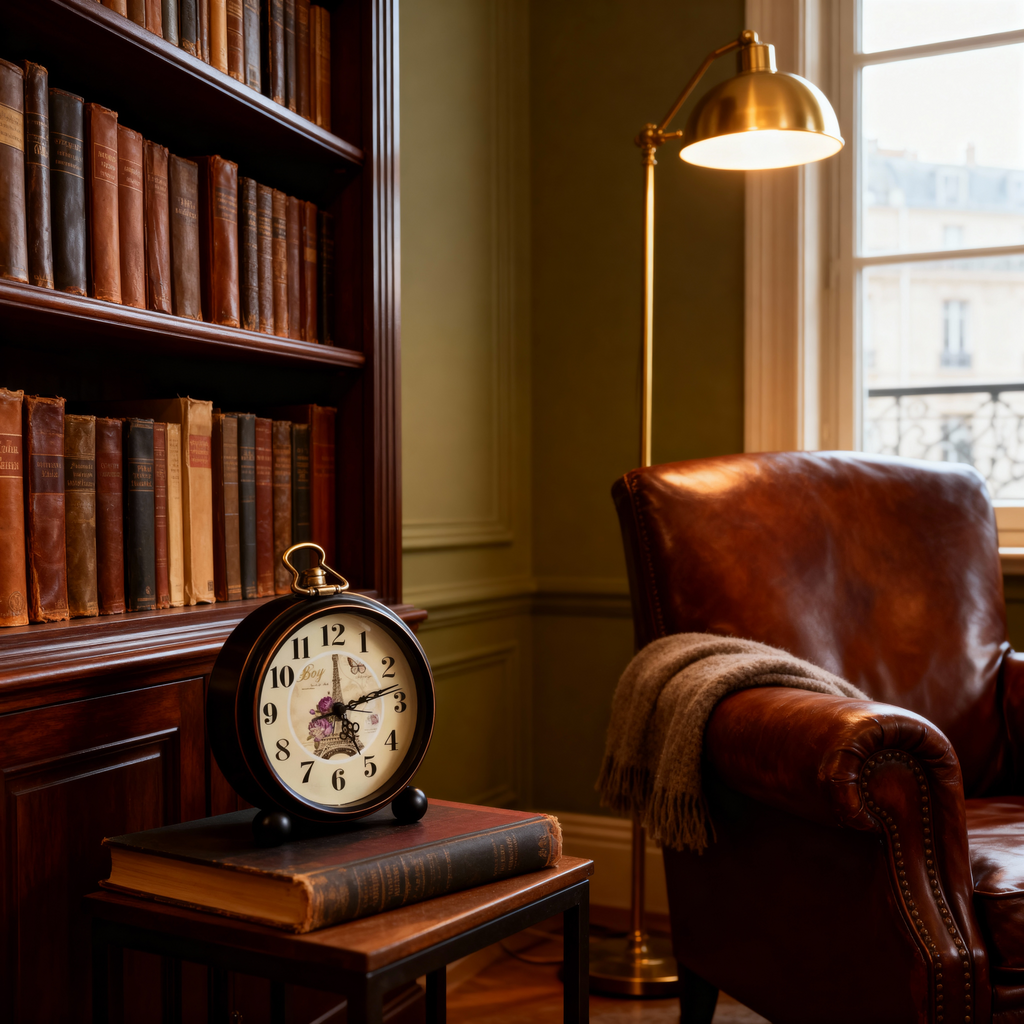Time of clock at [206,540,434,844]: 5:12
